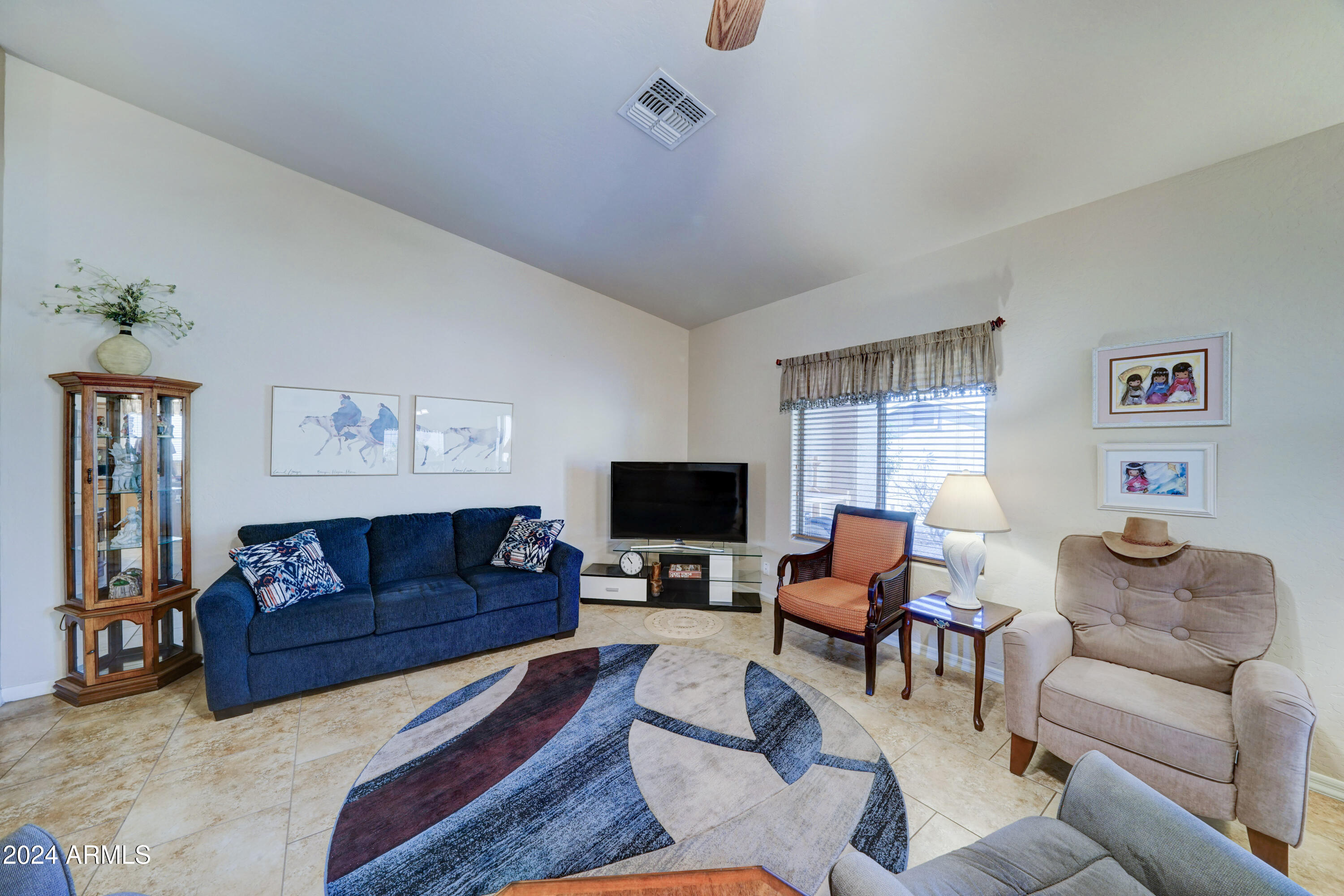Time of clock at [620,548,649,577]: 10:53
